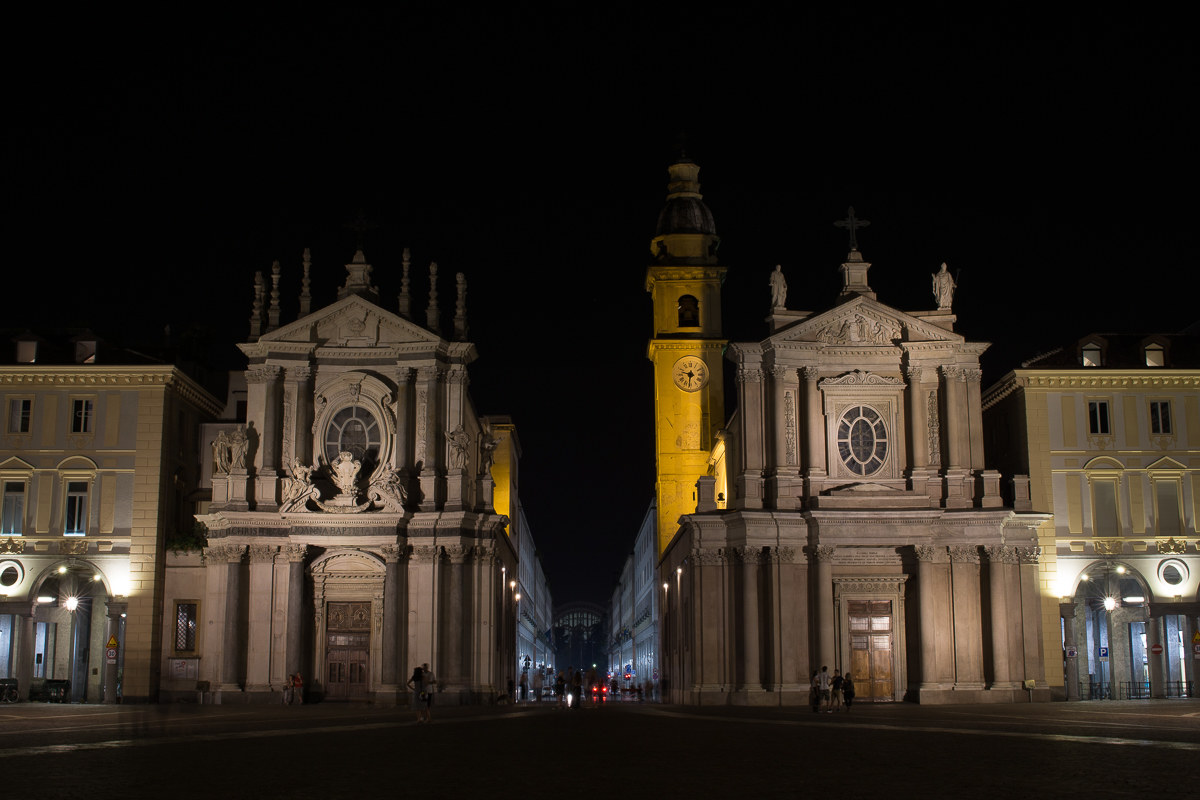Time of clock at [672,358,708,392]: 9:31
